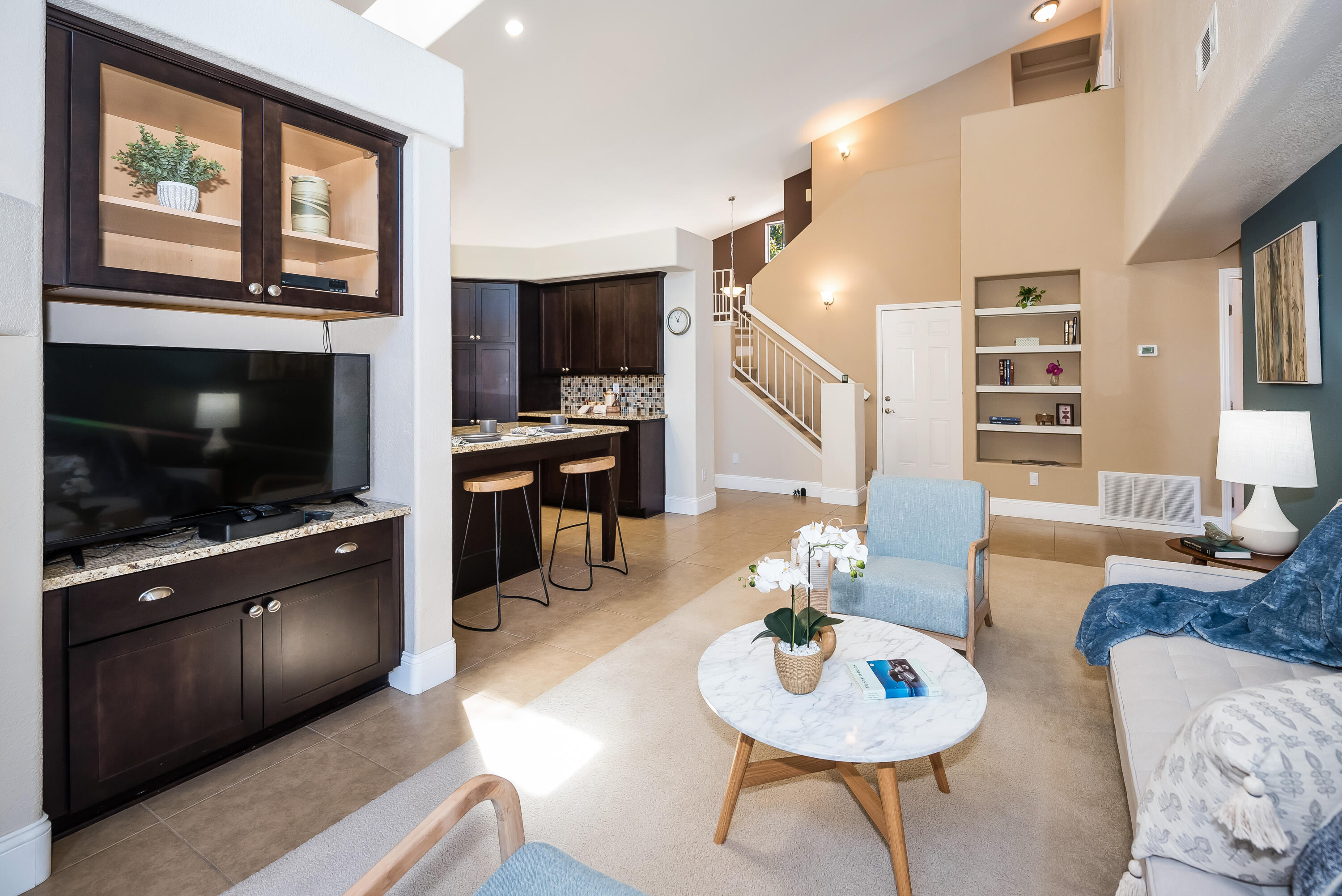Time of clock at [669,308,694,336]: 11:04
